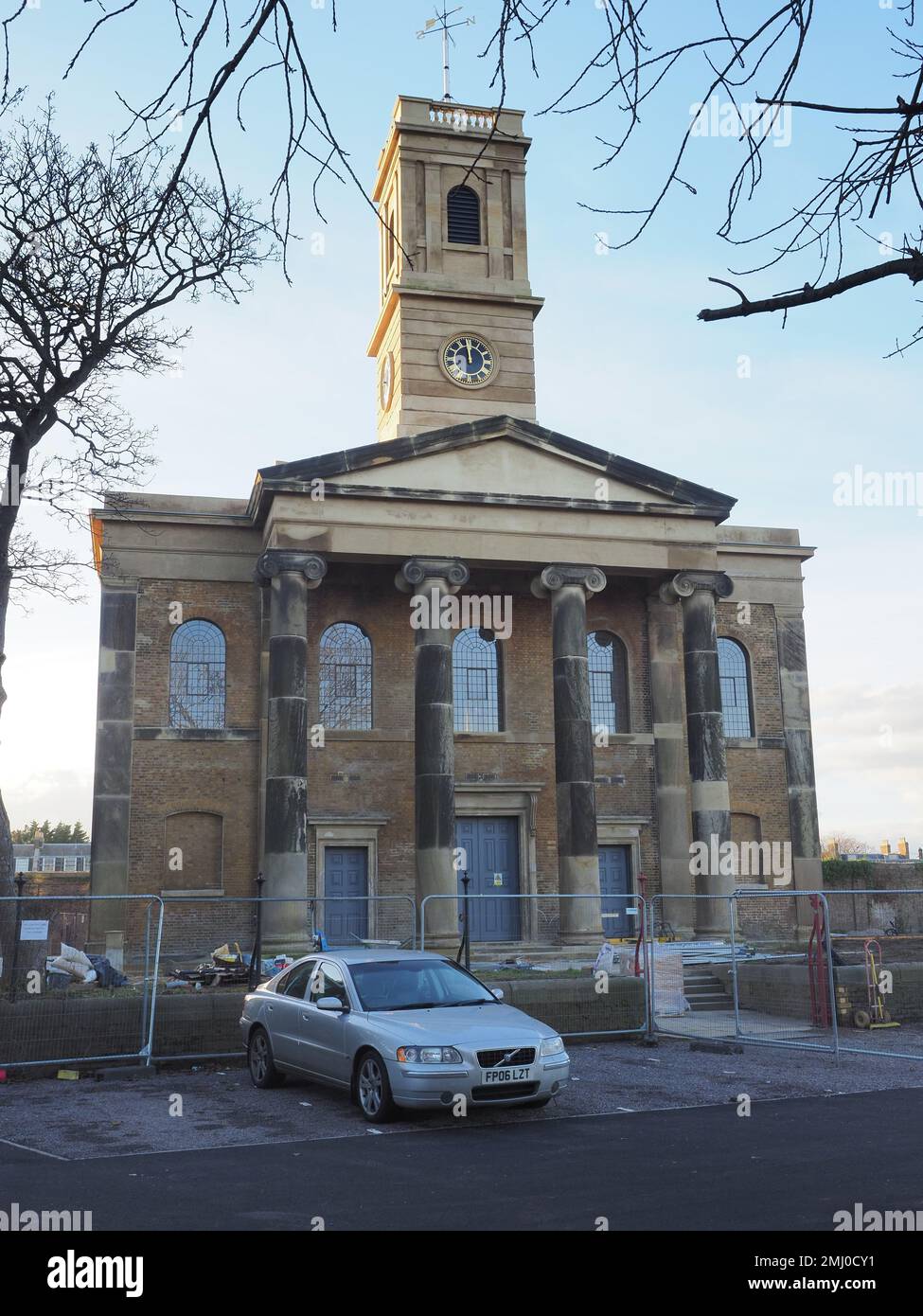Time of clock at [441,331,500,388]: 11:58
